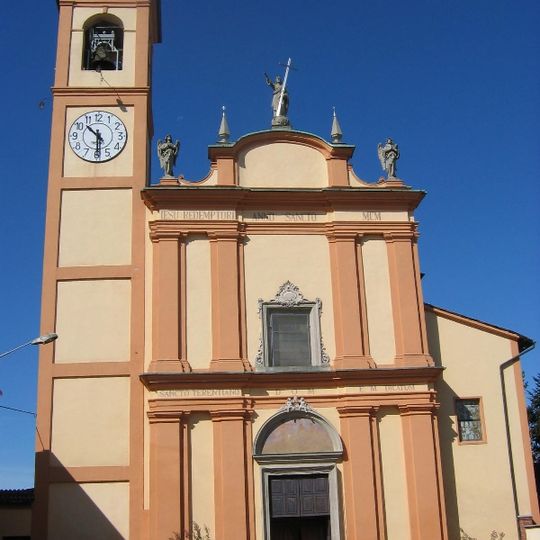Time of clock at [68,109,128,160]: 10:30
